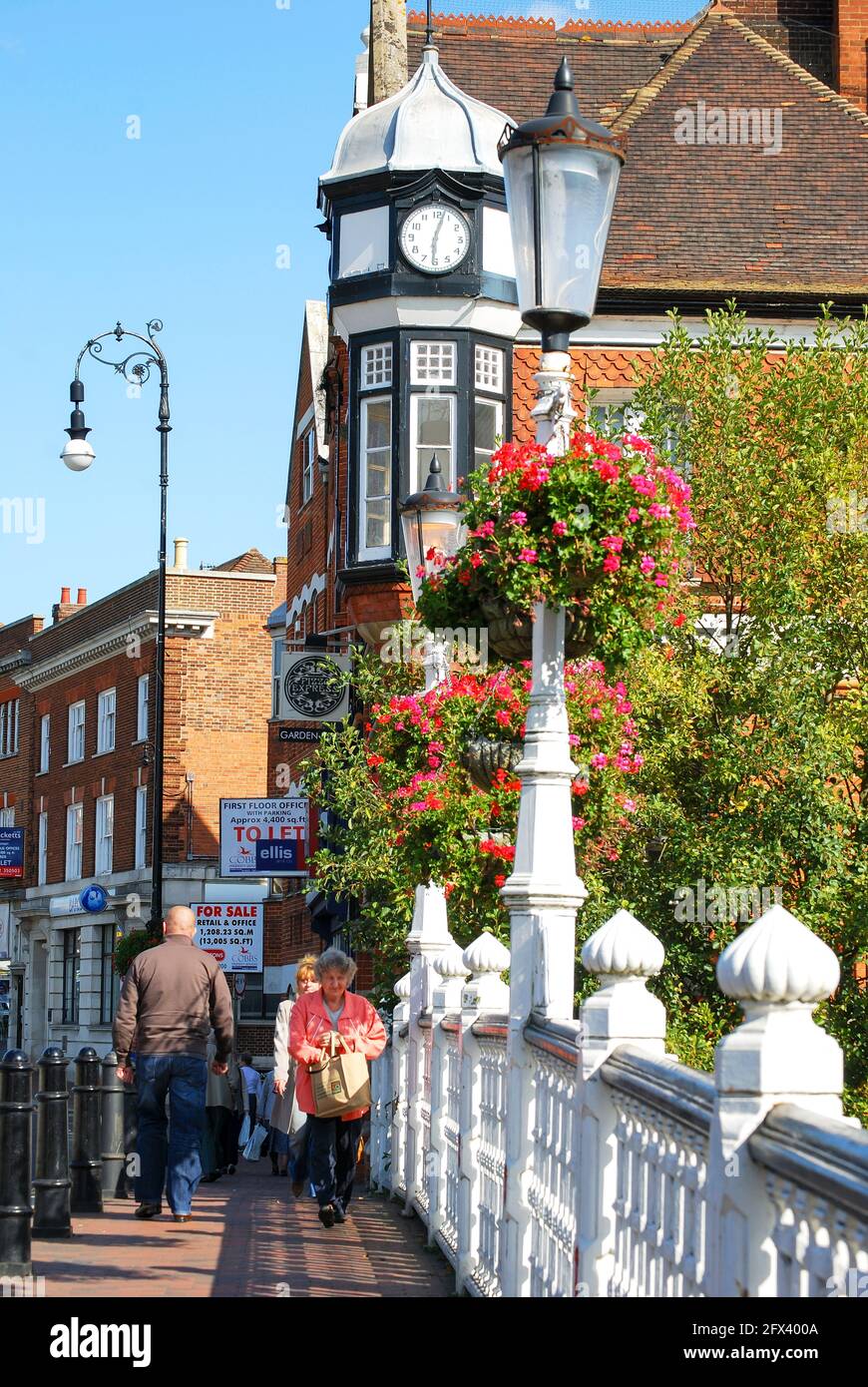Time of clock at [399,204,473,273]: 6:03
